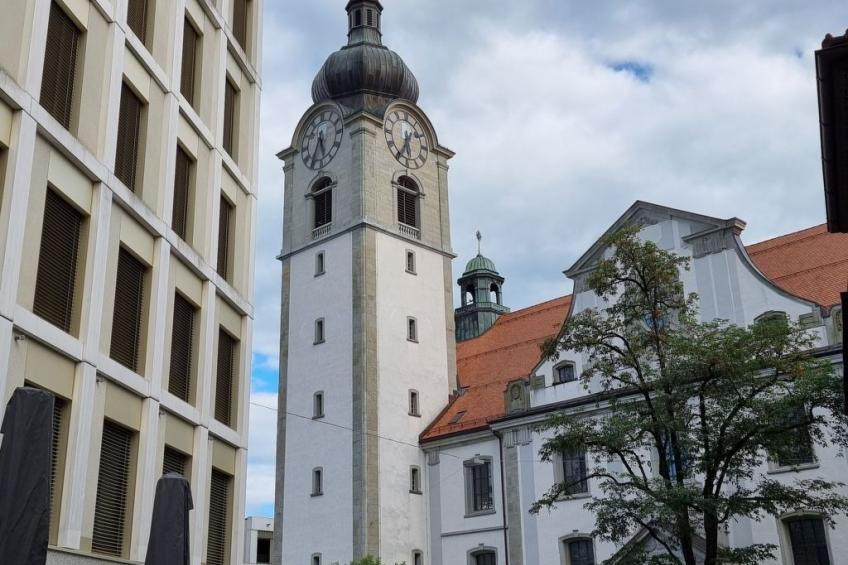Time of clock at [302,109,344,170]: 5:34
